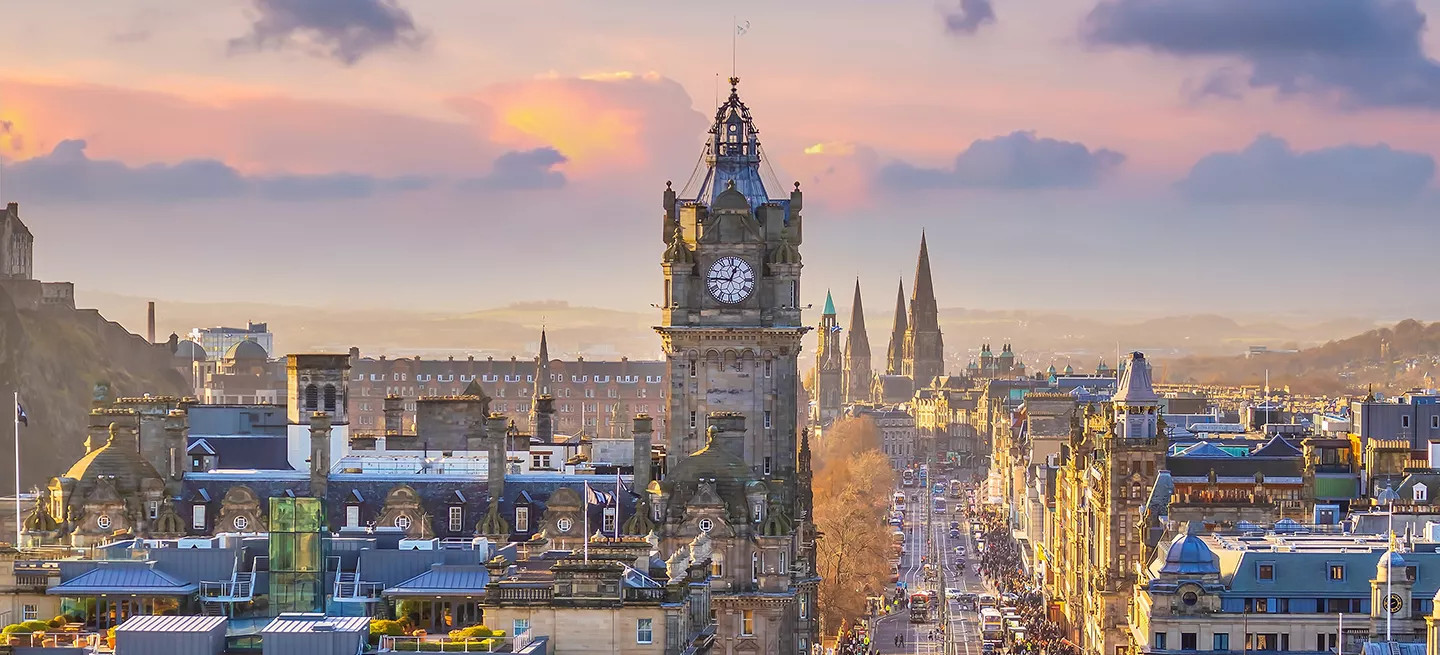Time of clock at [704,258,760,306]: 12:45
